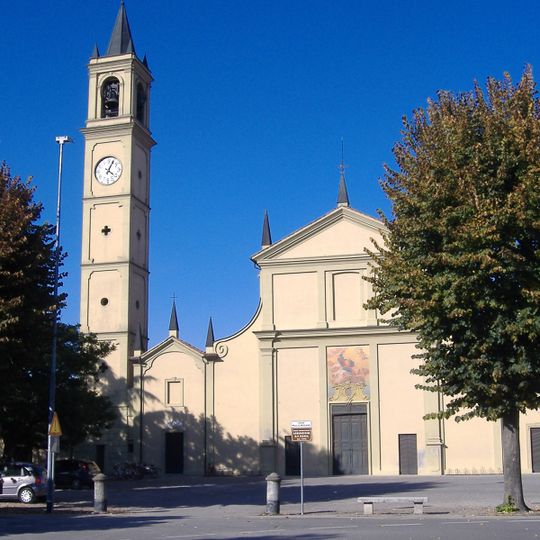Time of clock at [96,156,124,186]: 4:04
